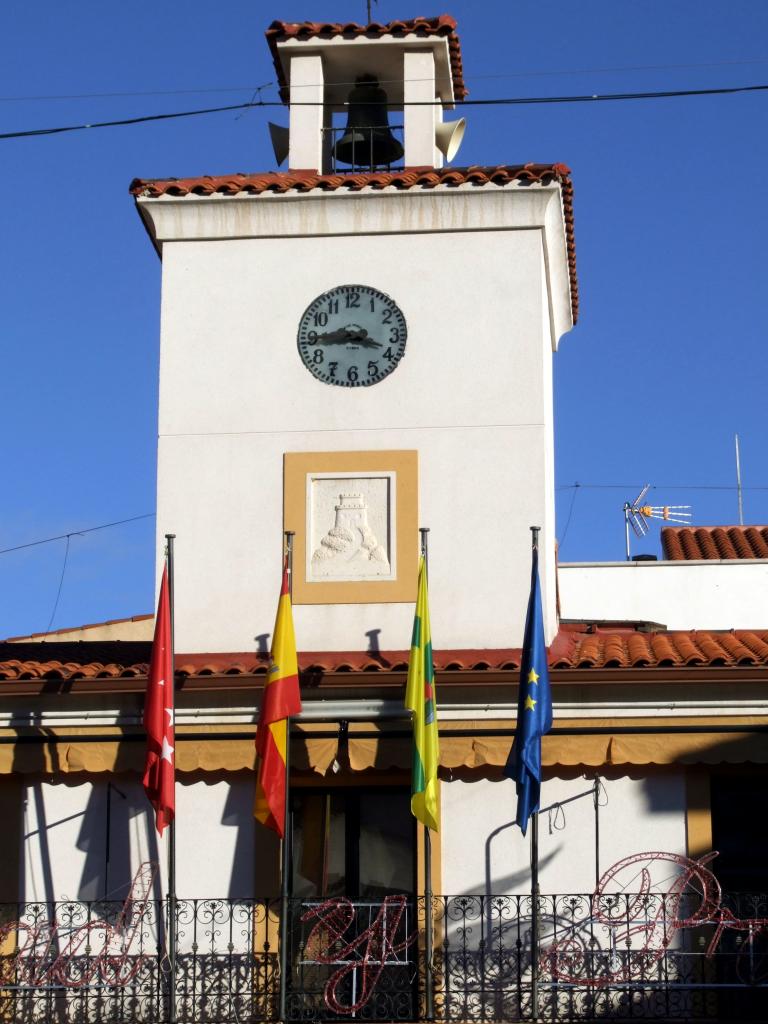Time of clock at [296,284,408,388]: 3:44
